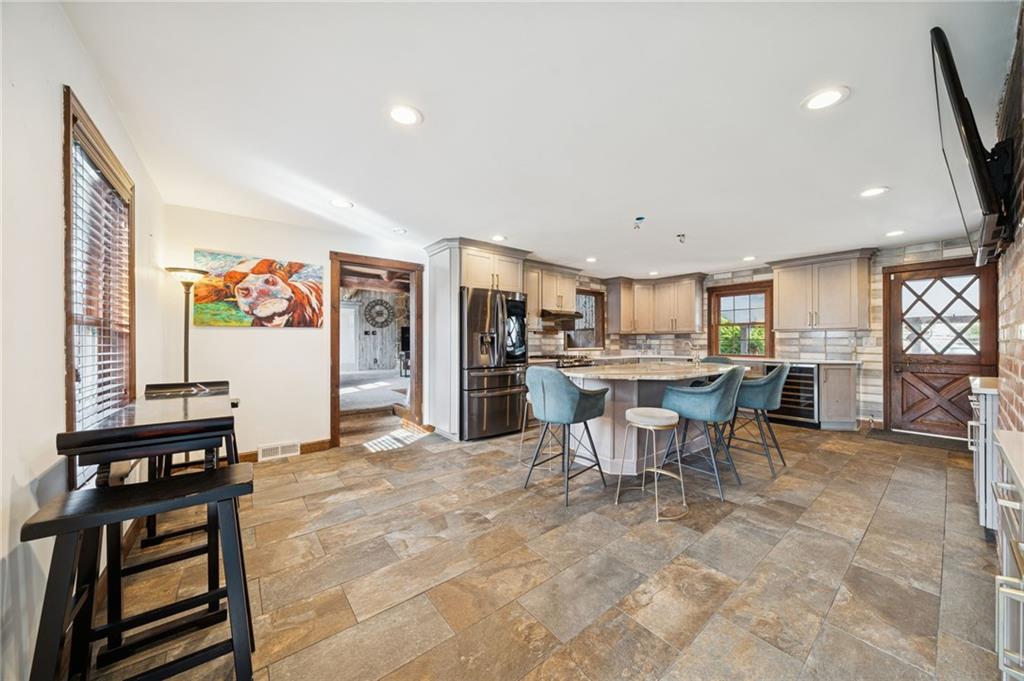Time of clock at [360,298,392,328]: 8:38
